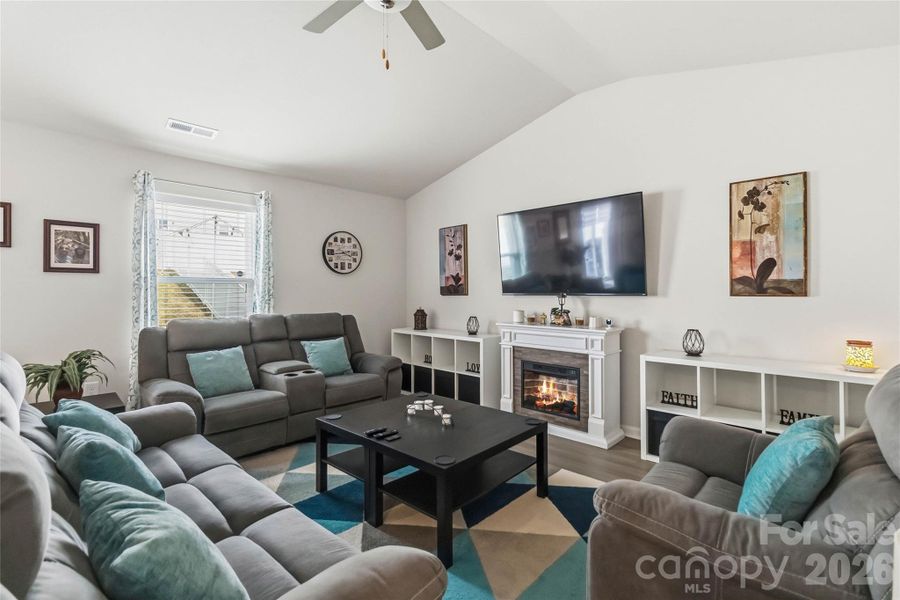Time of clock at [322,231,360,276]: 3:43
